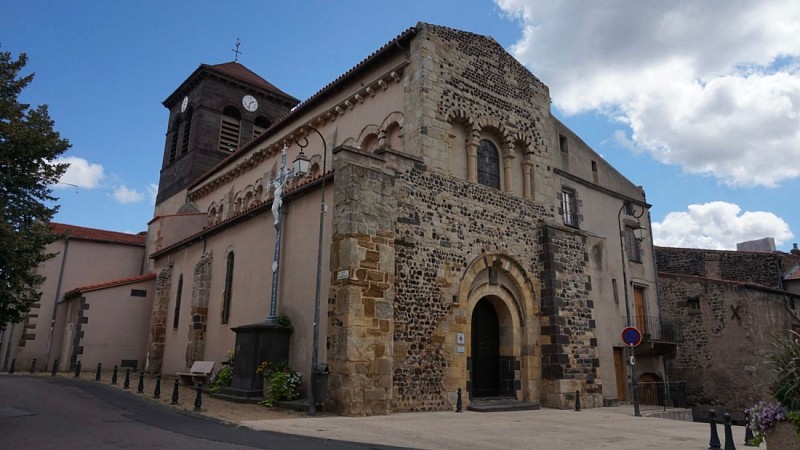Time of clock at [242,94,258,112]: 1:32
